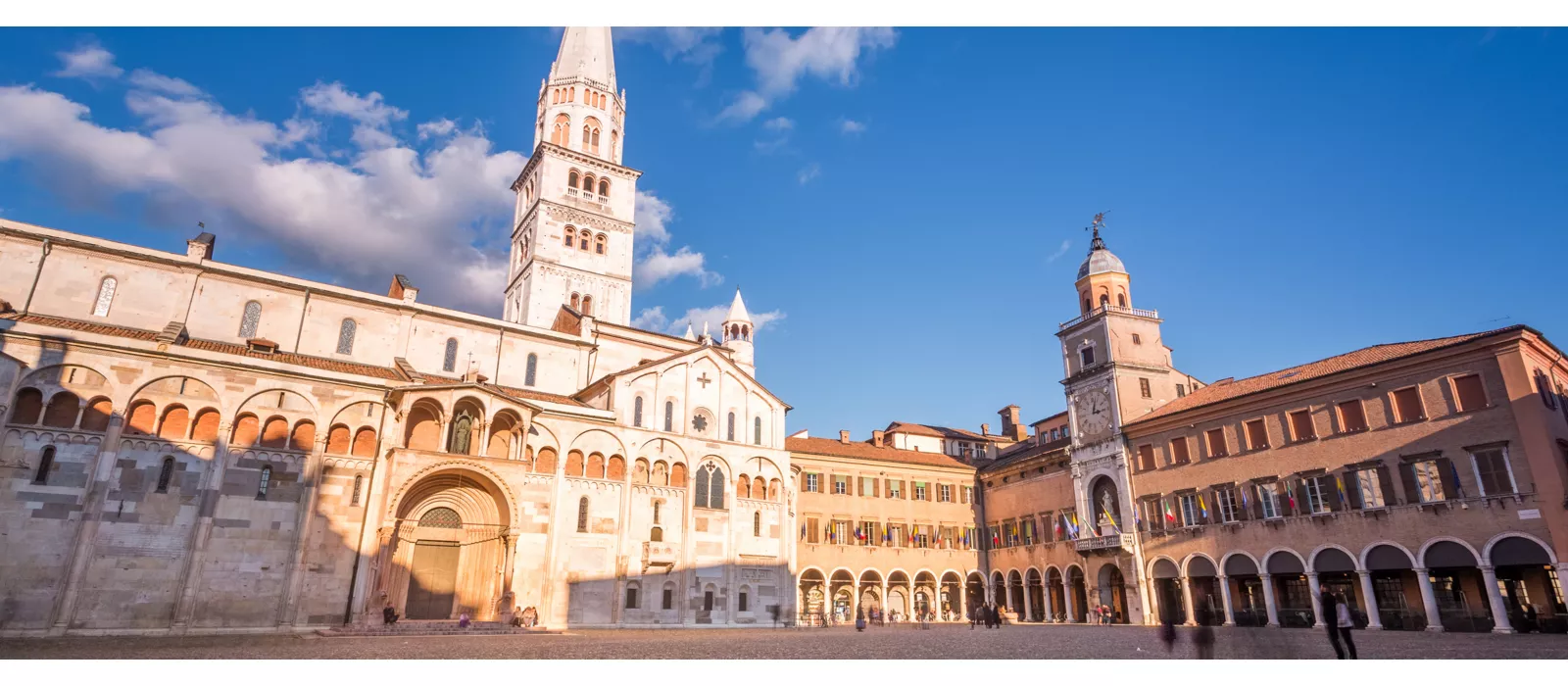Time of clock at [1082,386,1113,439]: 3:02
